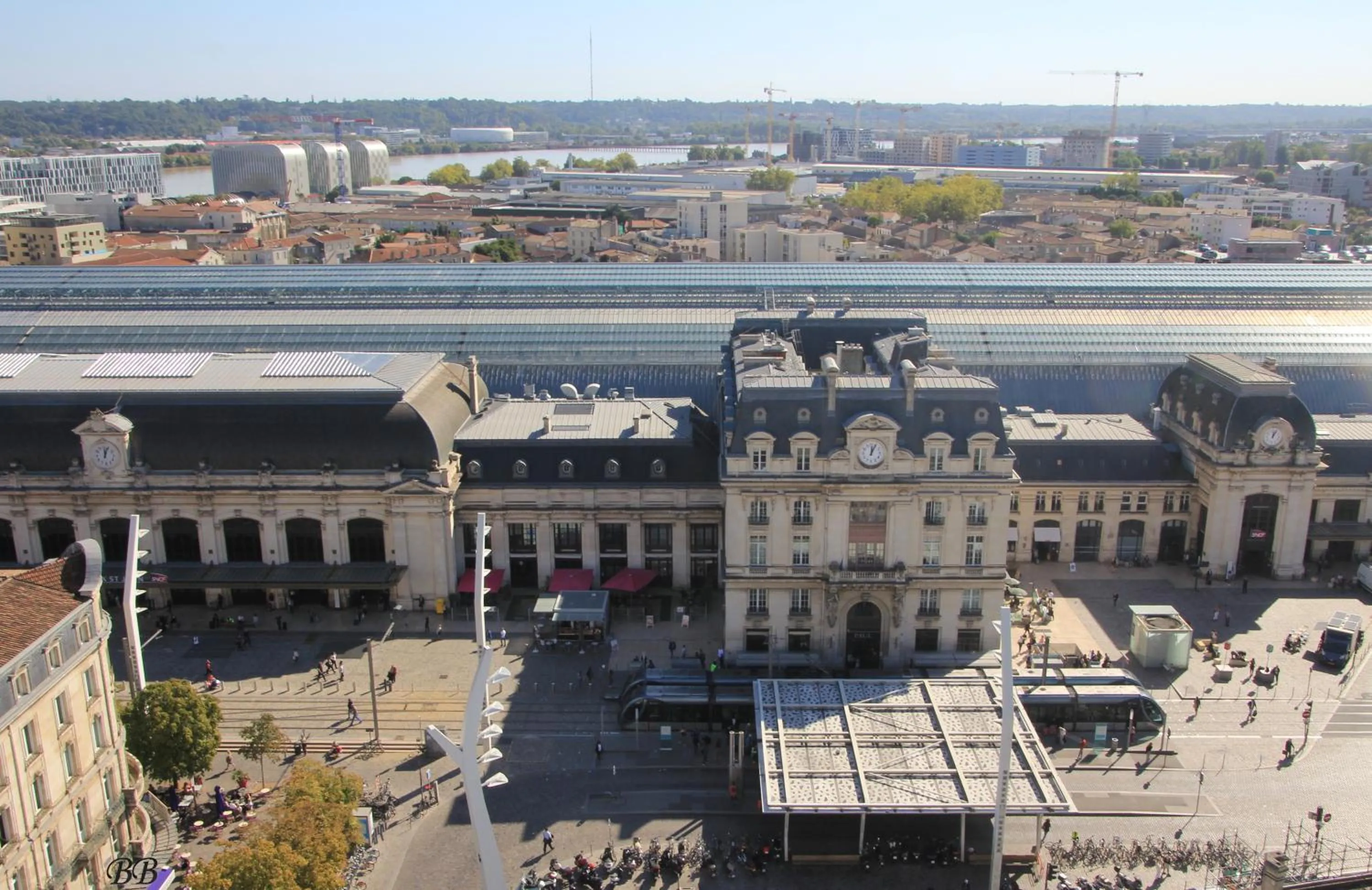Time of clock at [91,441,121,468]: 12:03
